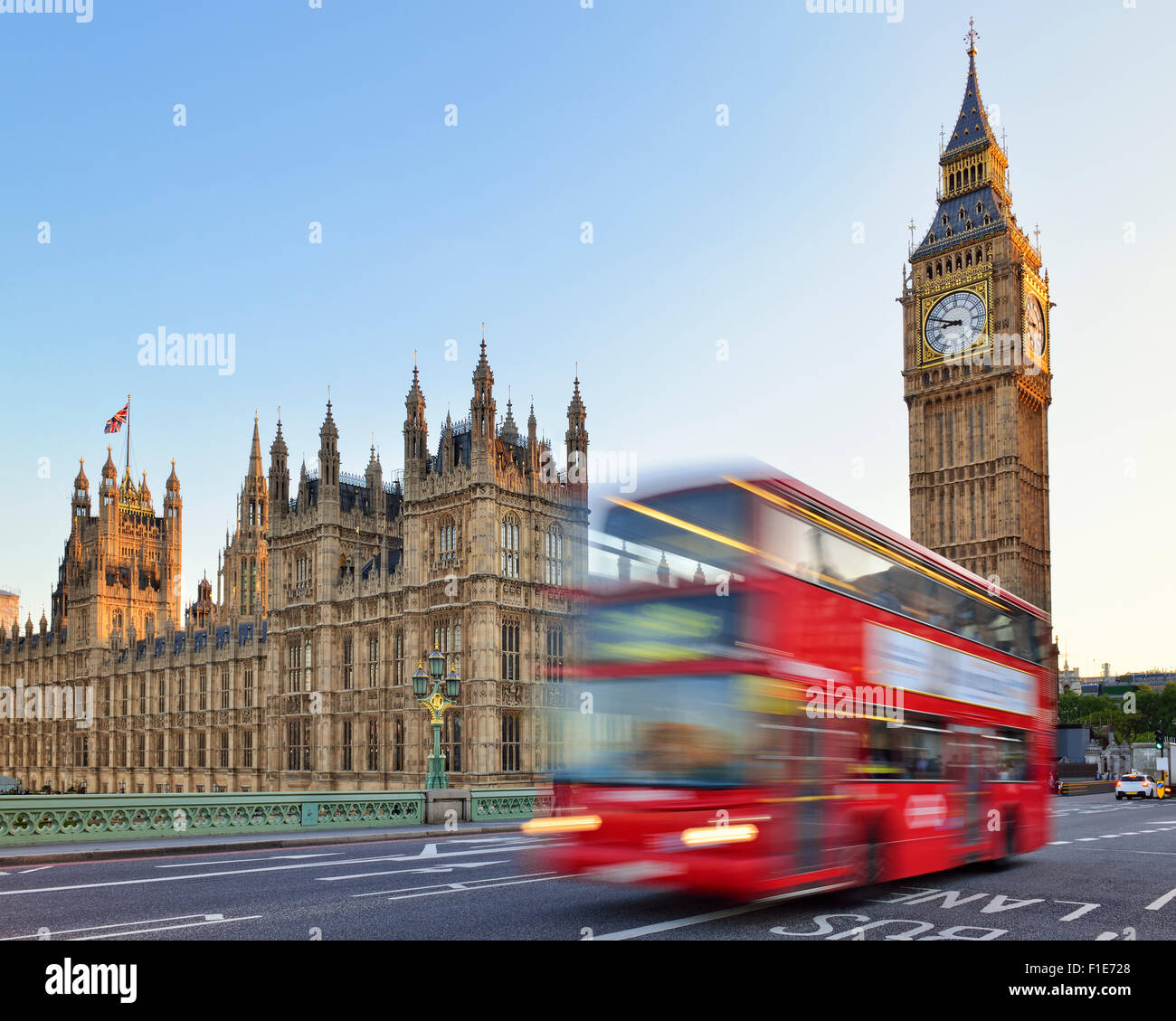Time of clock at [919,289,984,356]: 8:48
